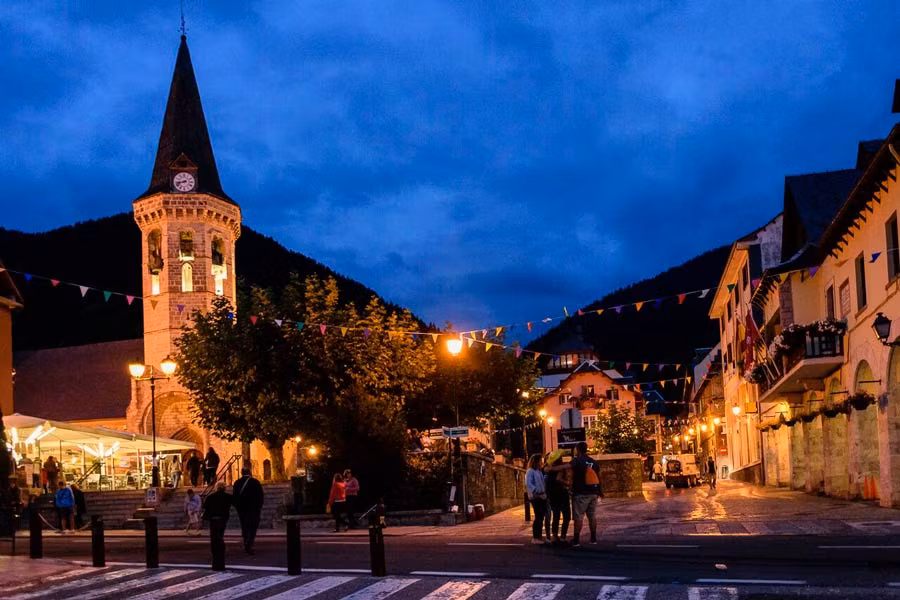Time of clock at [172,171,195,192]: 8:42
